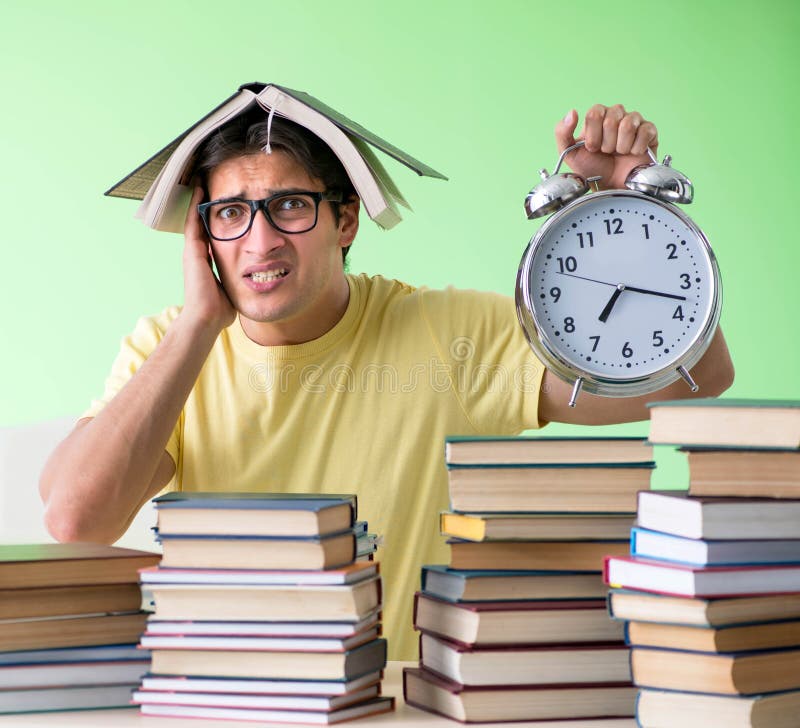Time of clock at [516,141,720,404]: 7:17
